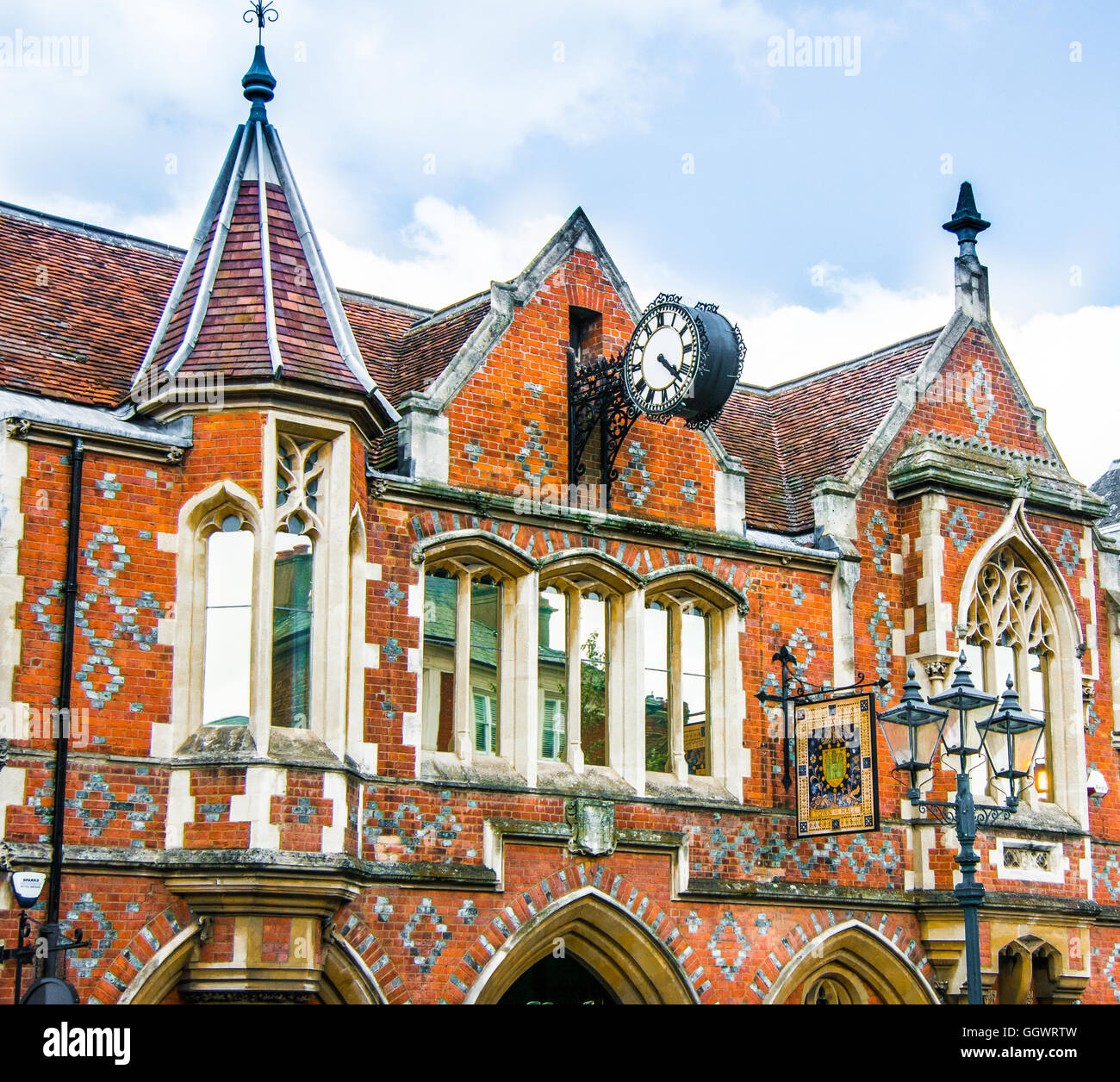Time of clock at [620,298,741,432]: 4:22
